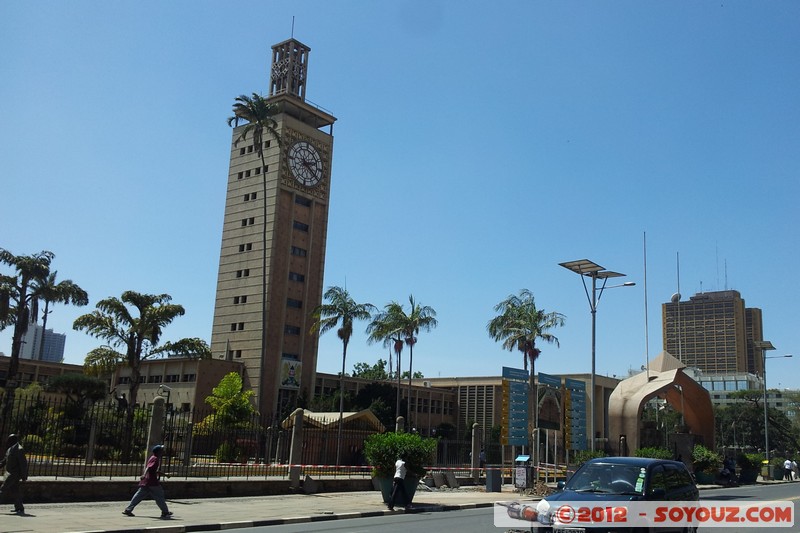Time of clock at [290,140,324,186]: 2:21
